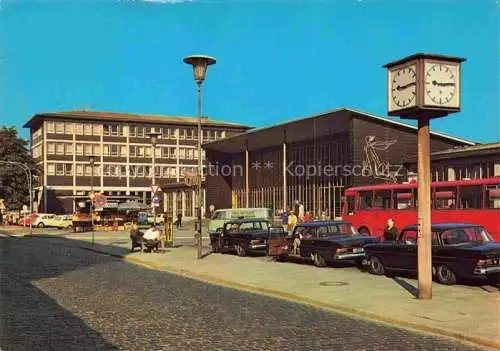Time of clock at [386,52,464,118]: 9:14
